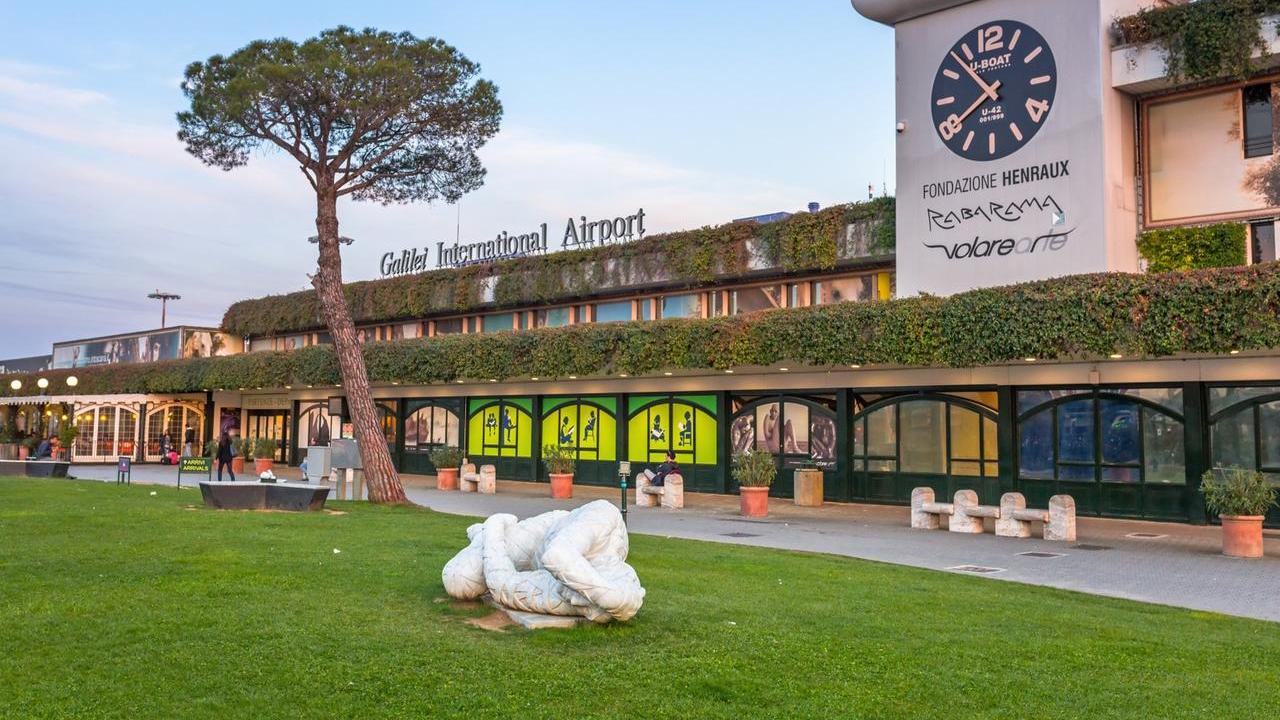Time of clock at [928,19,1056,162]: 7:53
